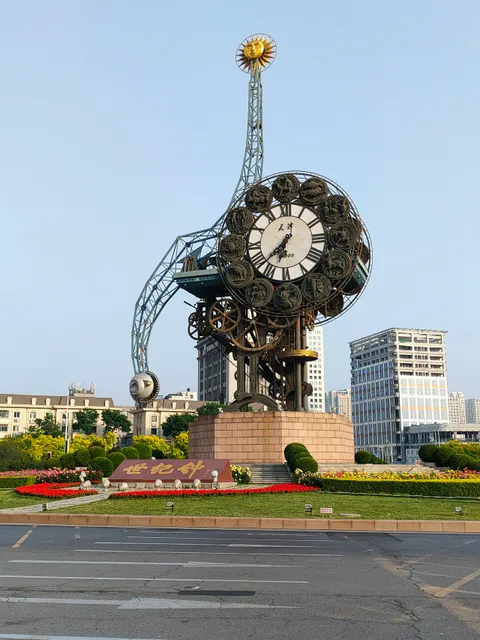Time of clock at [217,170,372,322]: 6:36
